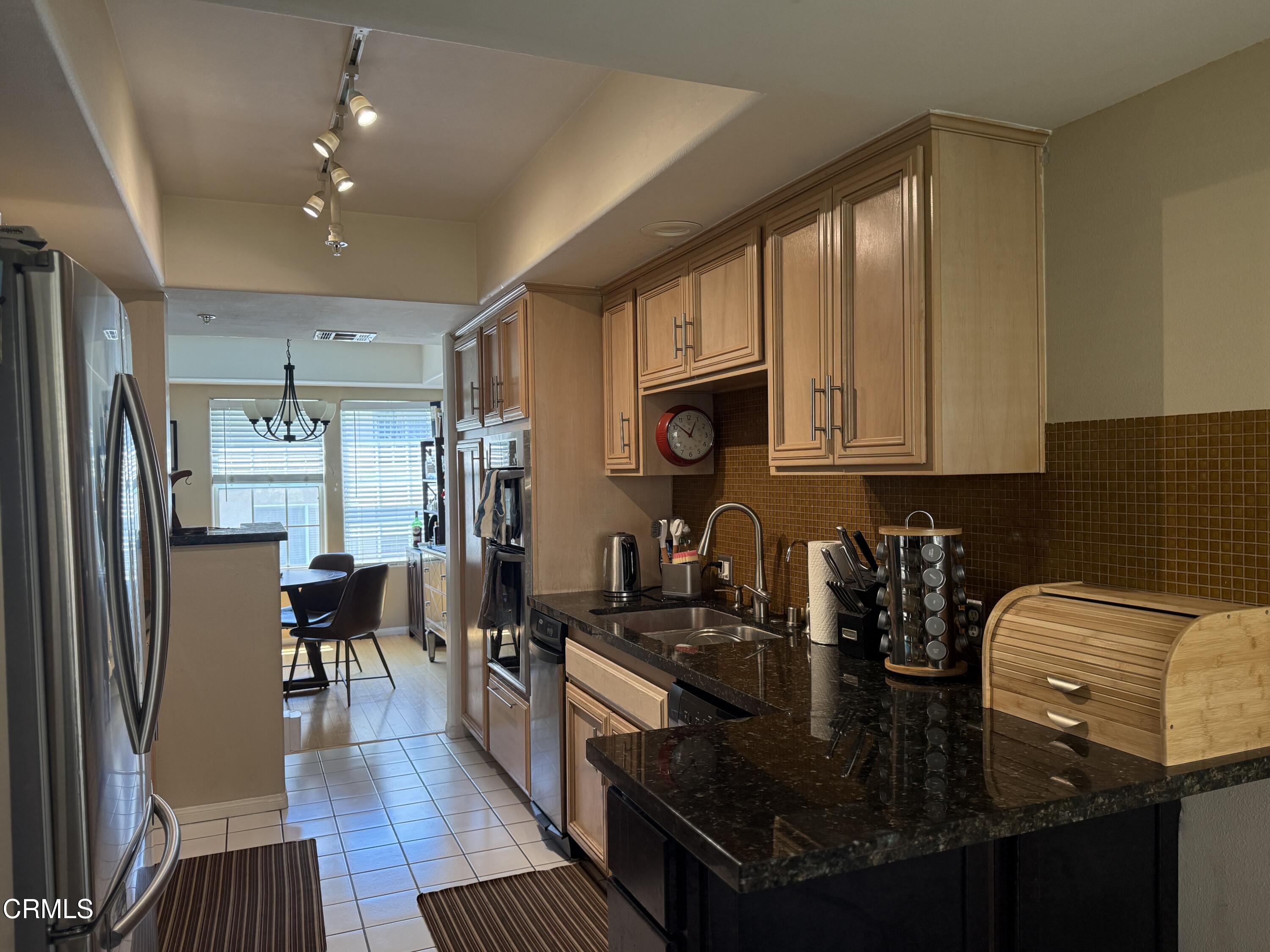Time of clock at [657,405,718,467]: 12:51
